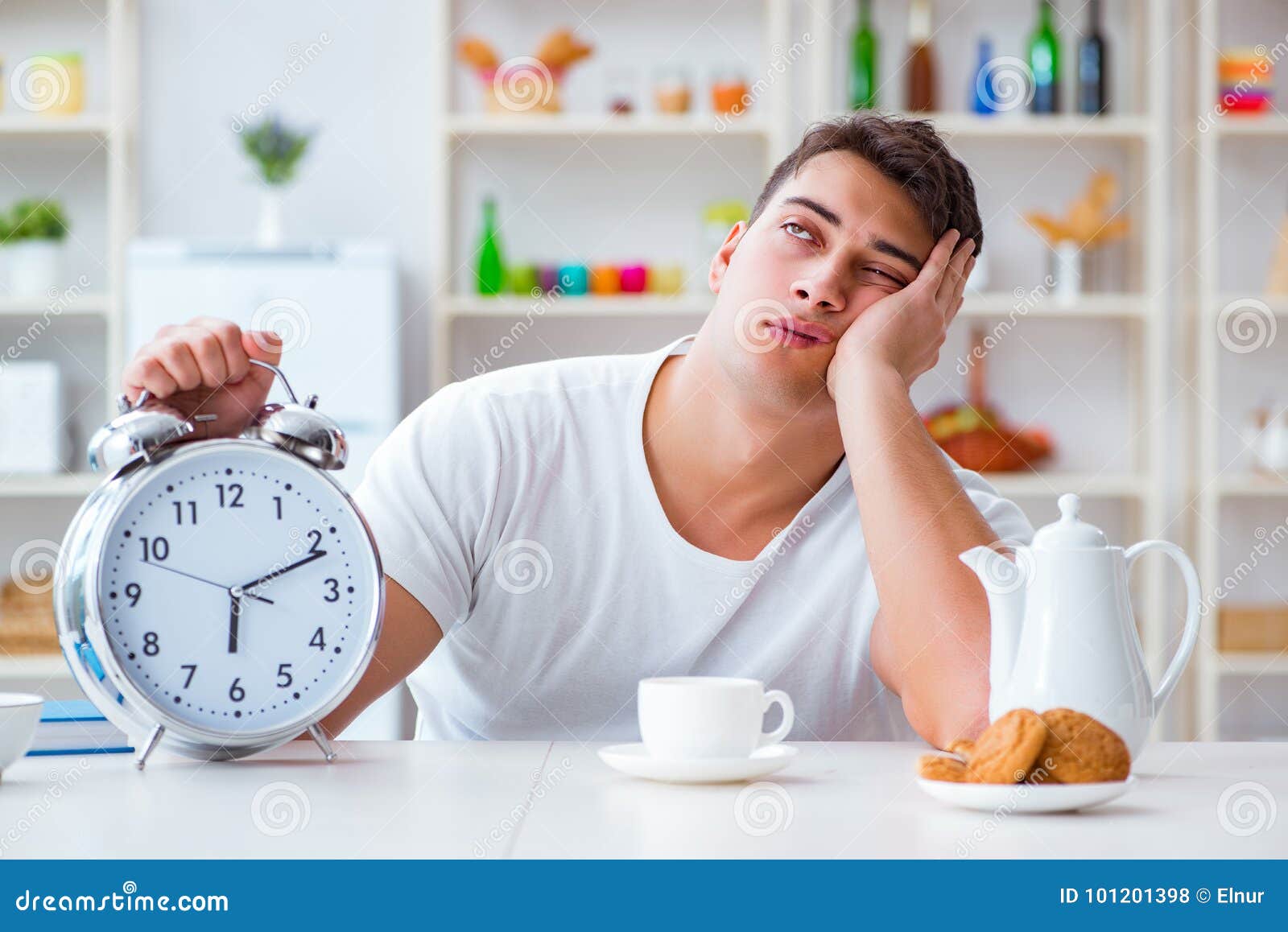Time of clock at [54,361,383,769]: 6:11
